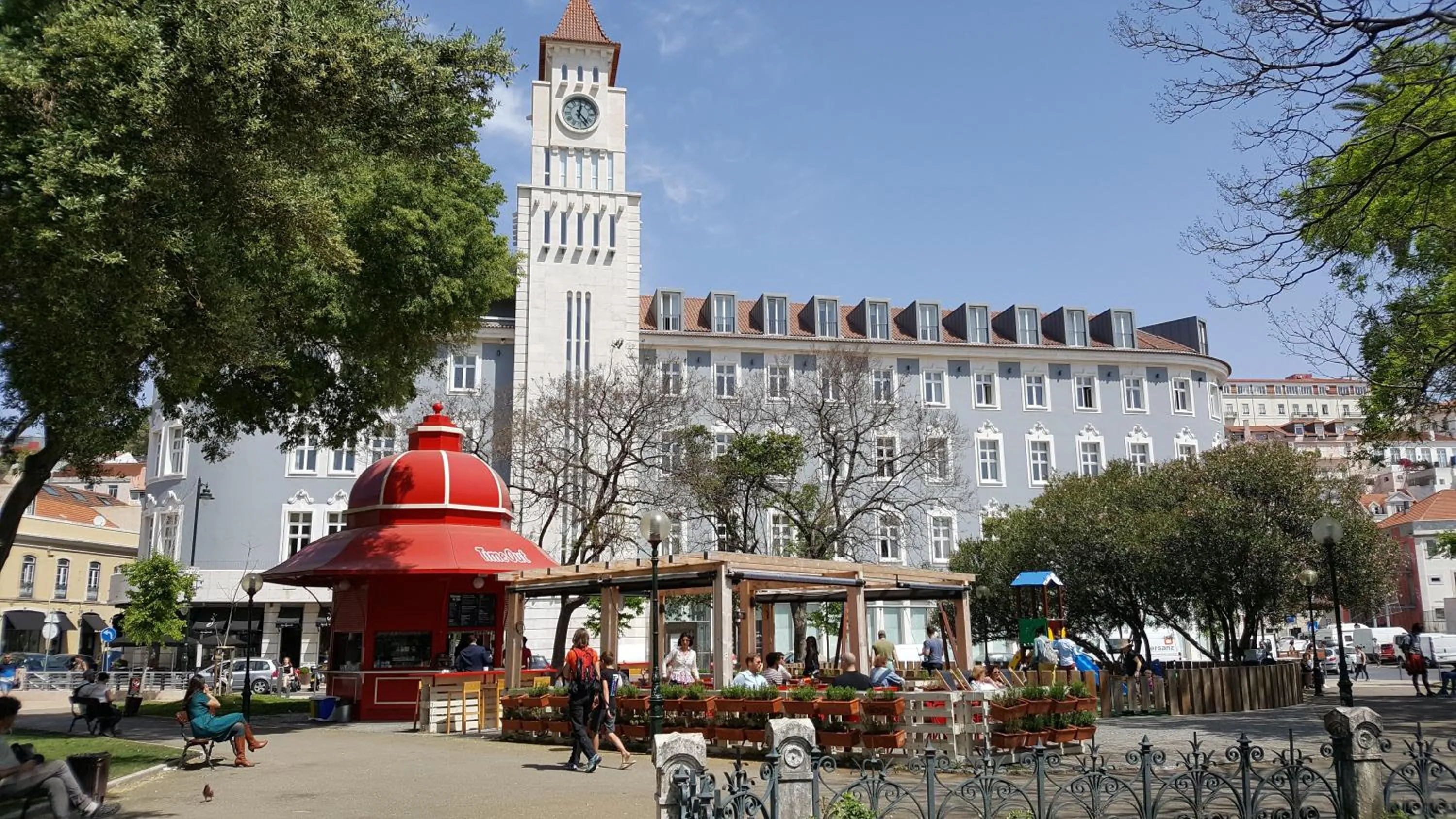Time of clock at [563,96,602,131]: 12:23
